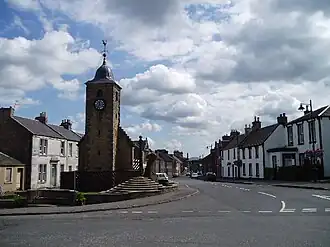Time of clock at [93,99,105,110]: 11:35
